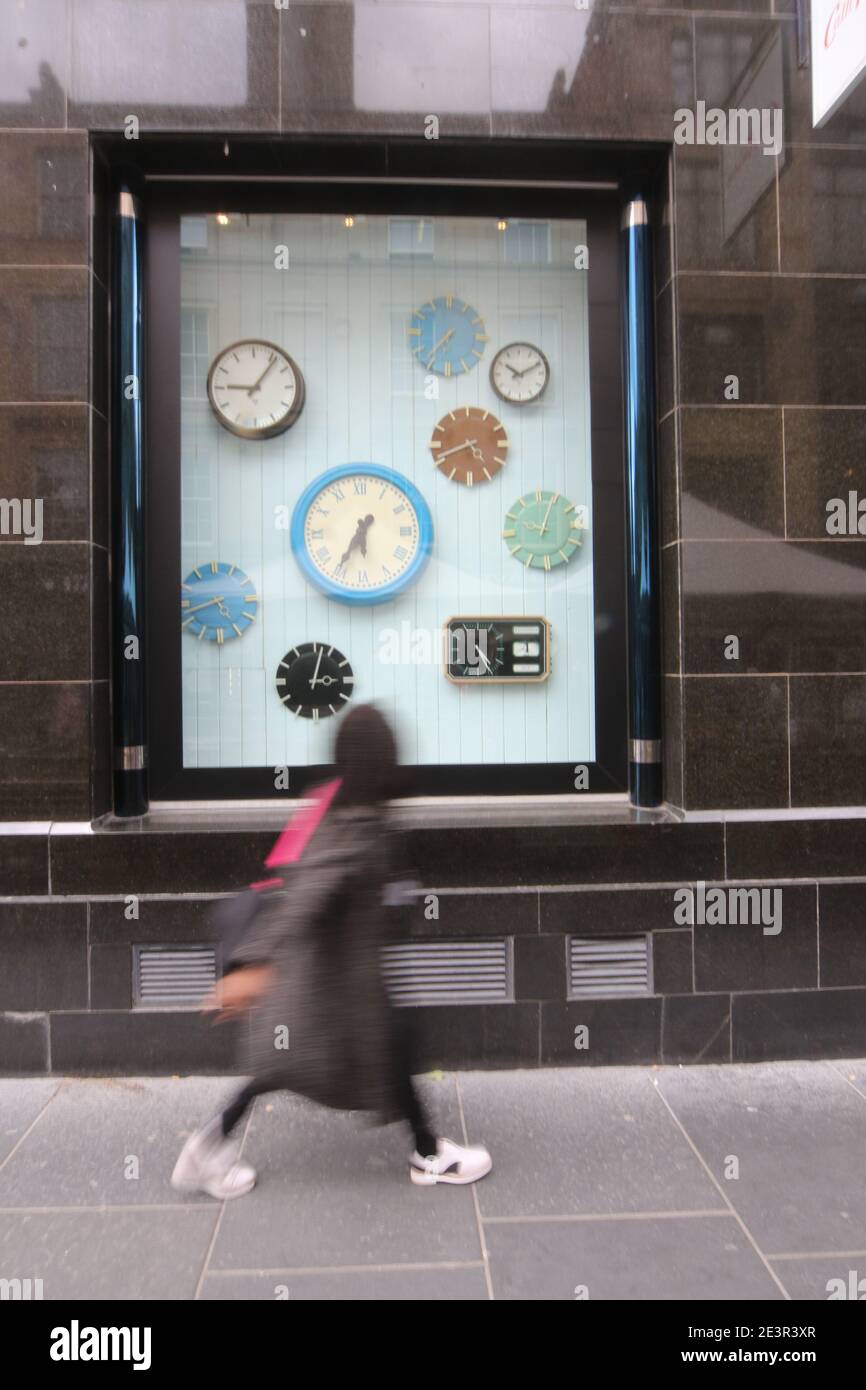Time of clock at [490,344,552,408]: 10:10
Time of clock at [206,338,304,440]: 9:06
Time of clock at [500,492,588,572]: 10:03
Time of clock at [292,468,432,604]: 5:35
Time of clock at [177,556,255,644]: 4:42
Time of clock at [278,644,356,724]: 3:02
